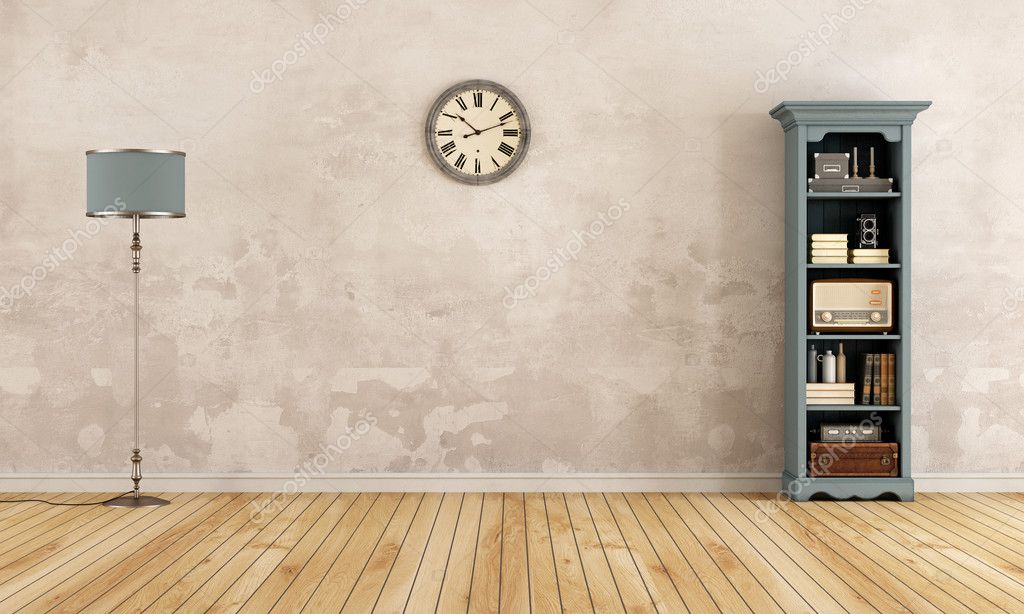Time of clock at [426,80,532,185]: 10:11
